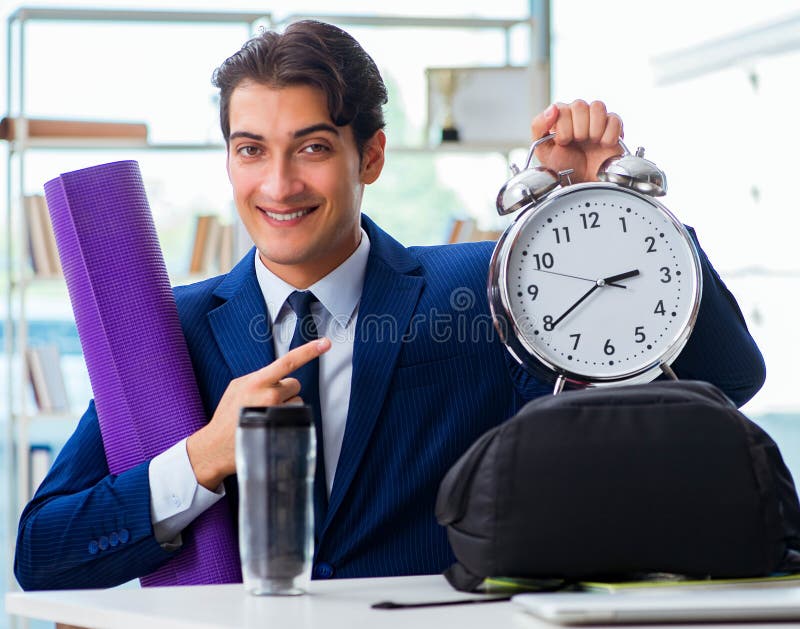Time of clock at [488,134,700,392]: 2:39
